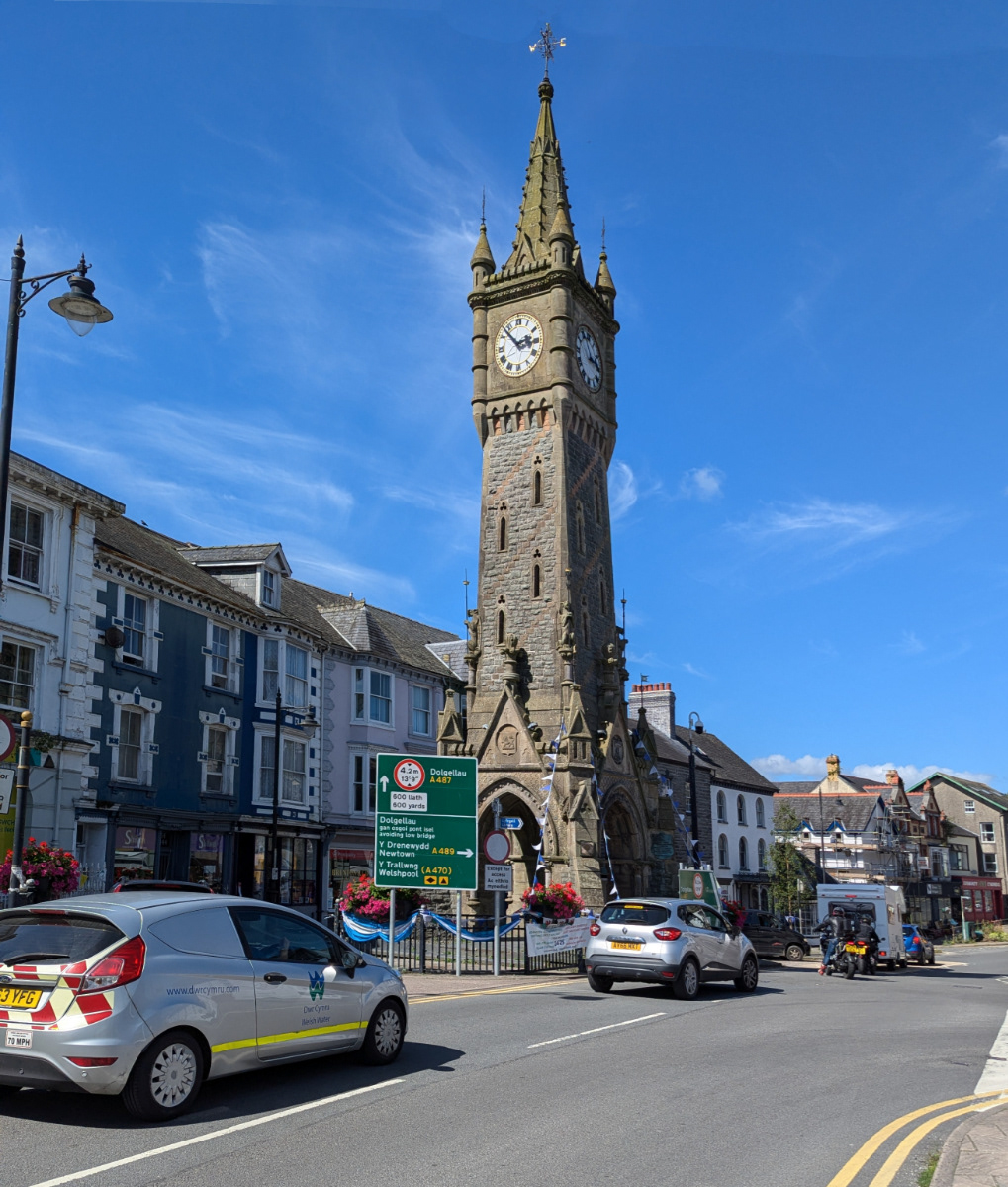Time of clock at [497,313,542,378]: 2:52
